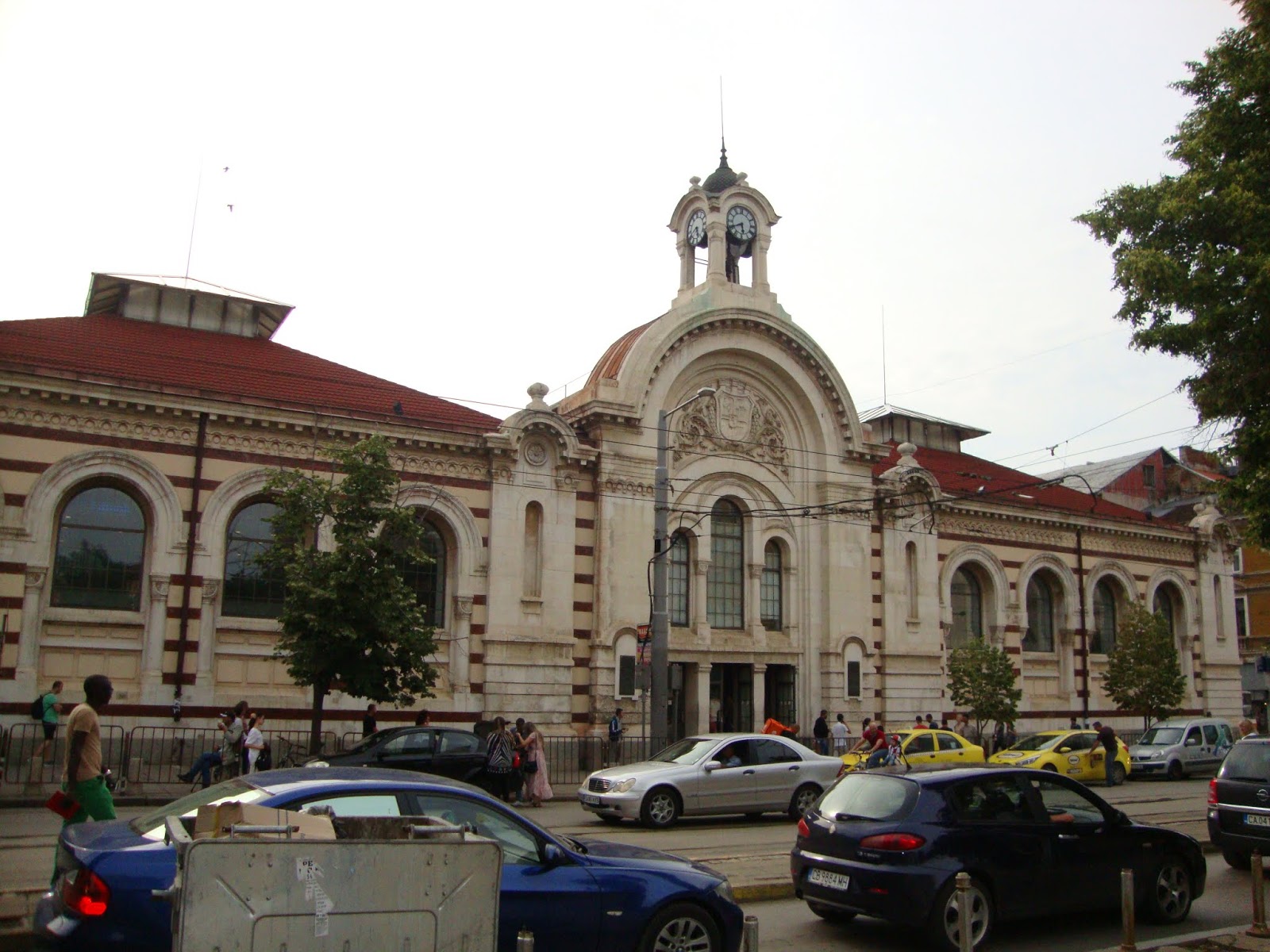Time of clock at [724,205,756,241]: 5:40
